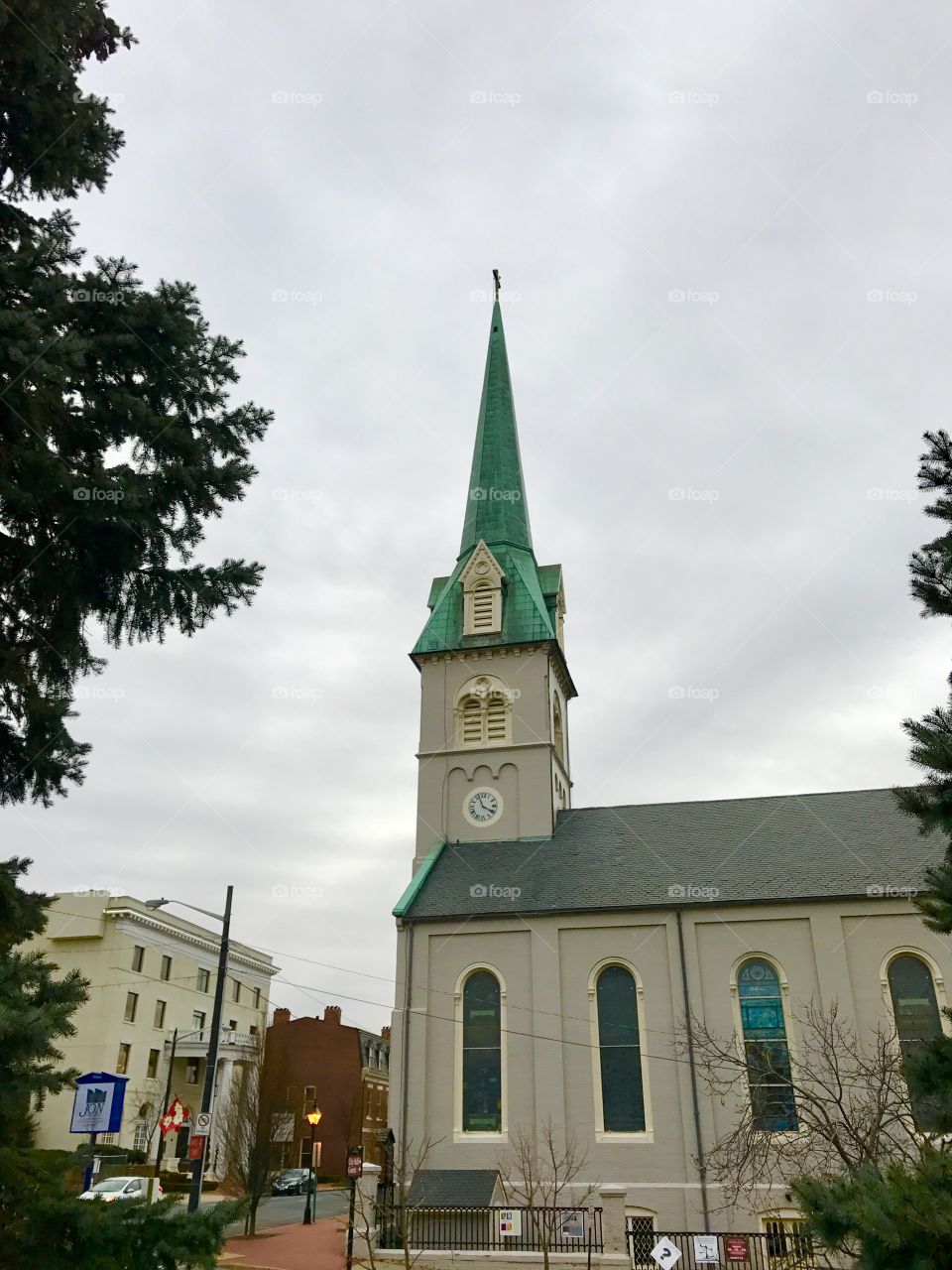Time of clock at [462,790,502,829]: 3:56
